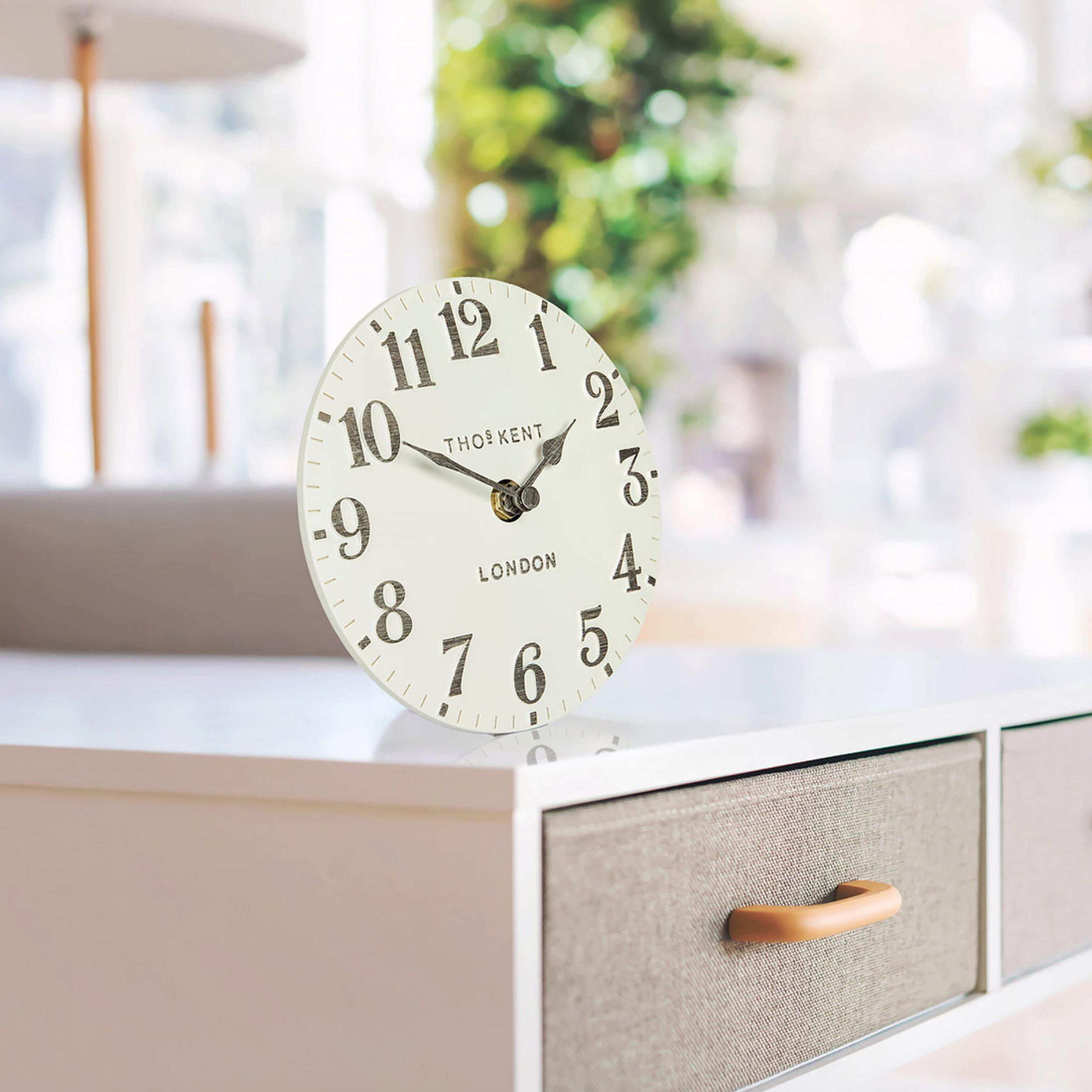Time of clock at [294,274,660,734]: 1:50
